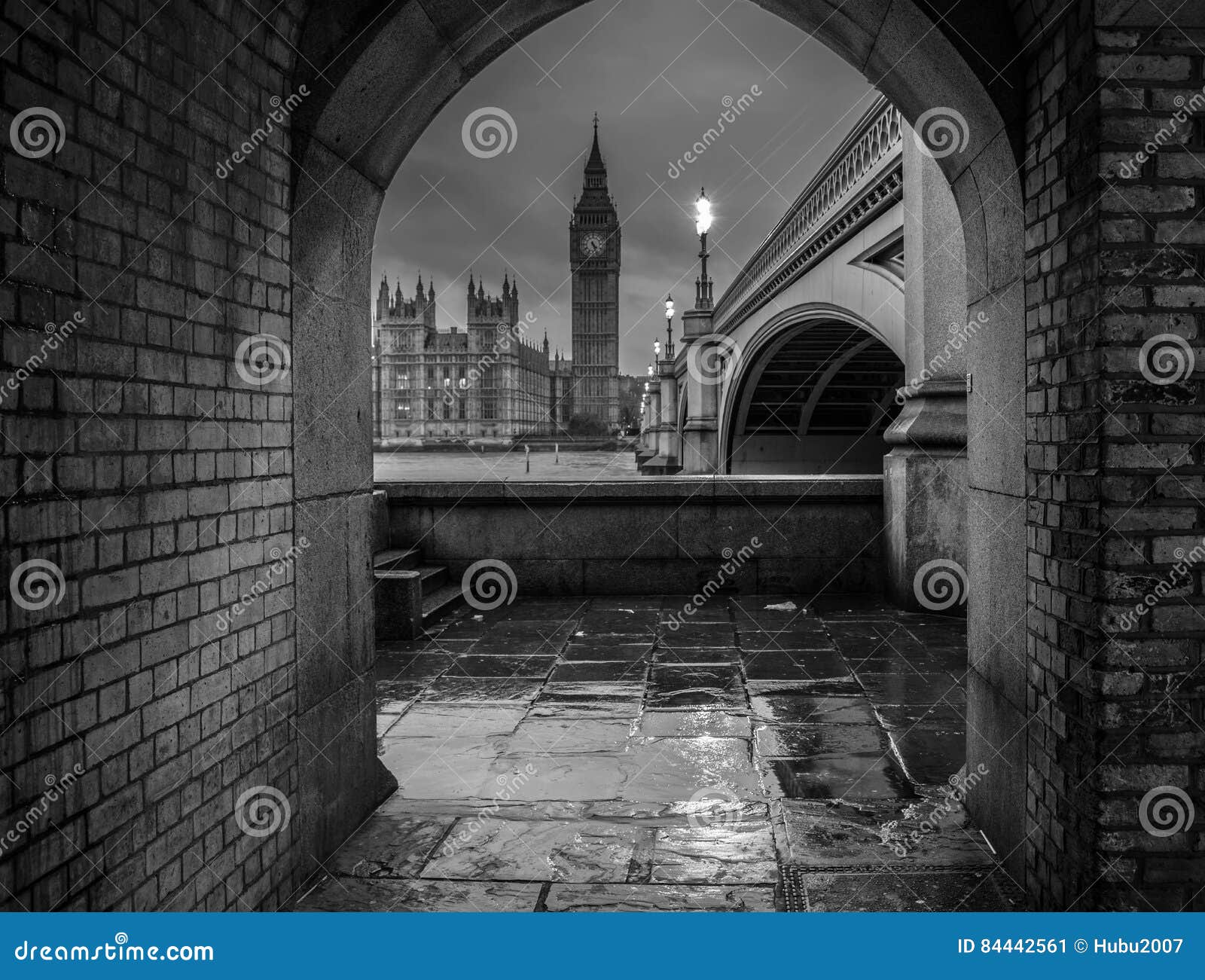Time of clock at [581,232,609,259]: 4:26
